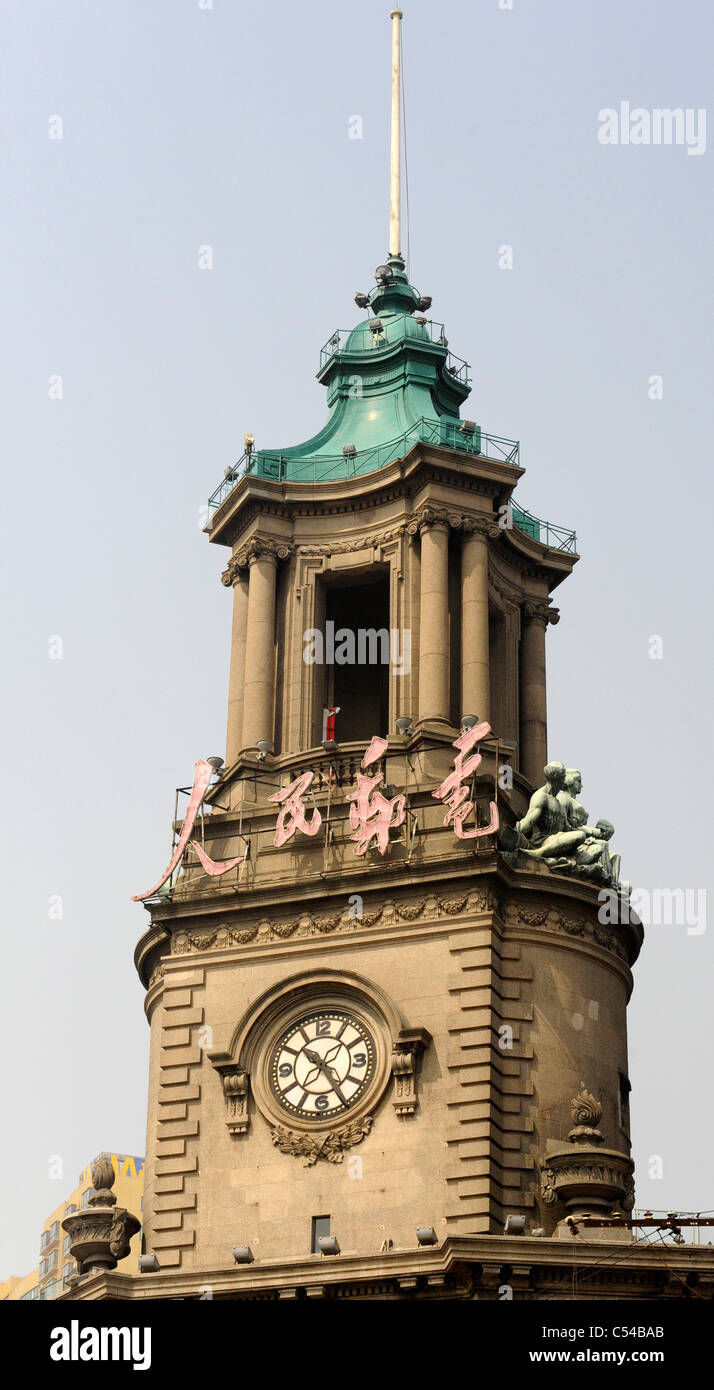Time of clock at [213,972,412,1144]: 10:24
